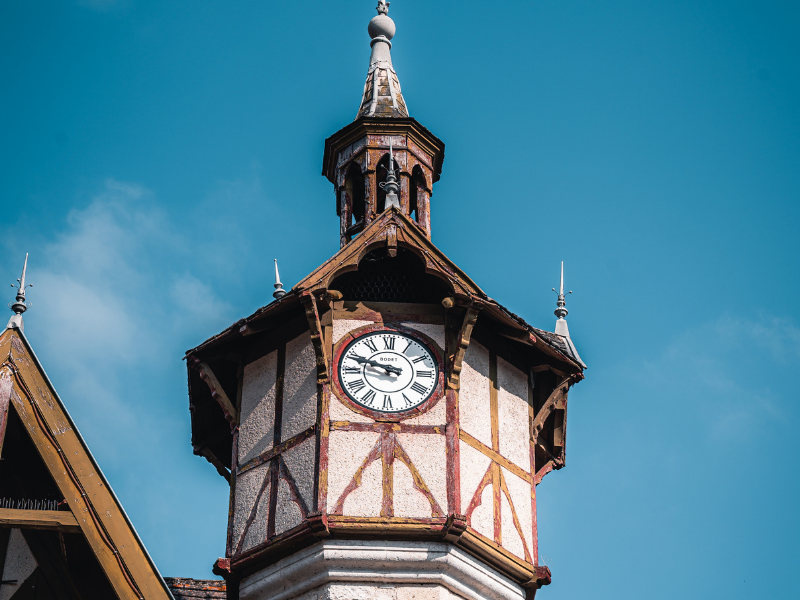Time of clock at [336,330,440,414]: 9:48
